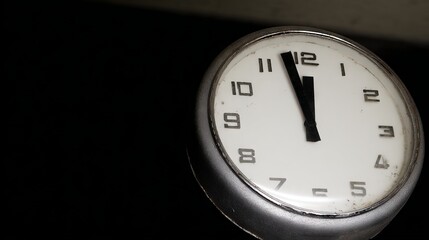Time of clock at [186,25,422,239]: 11:57
